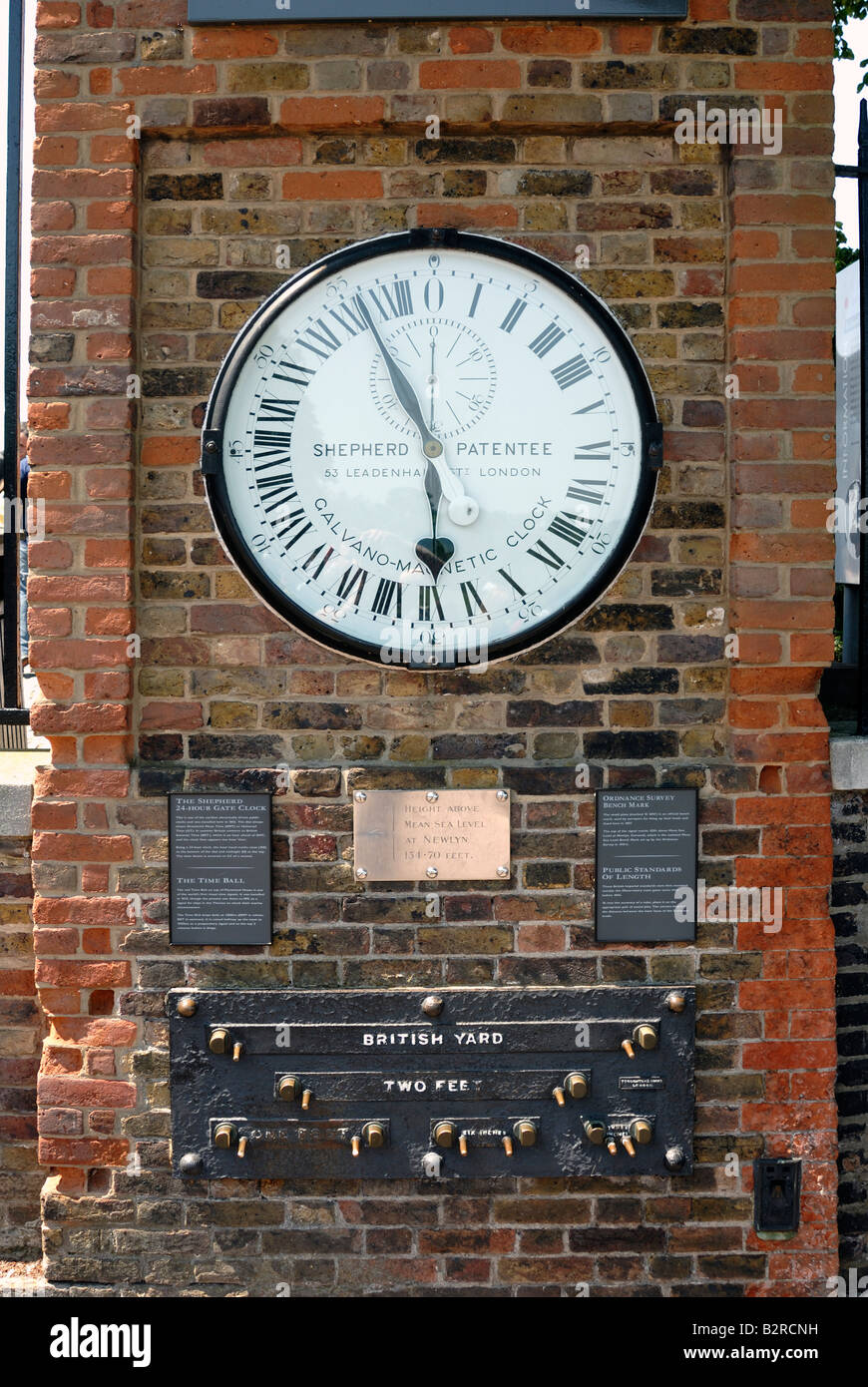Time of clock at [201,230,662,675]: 5:55
